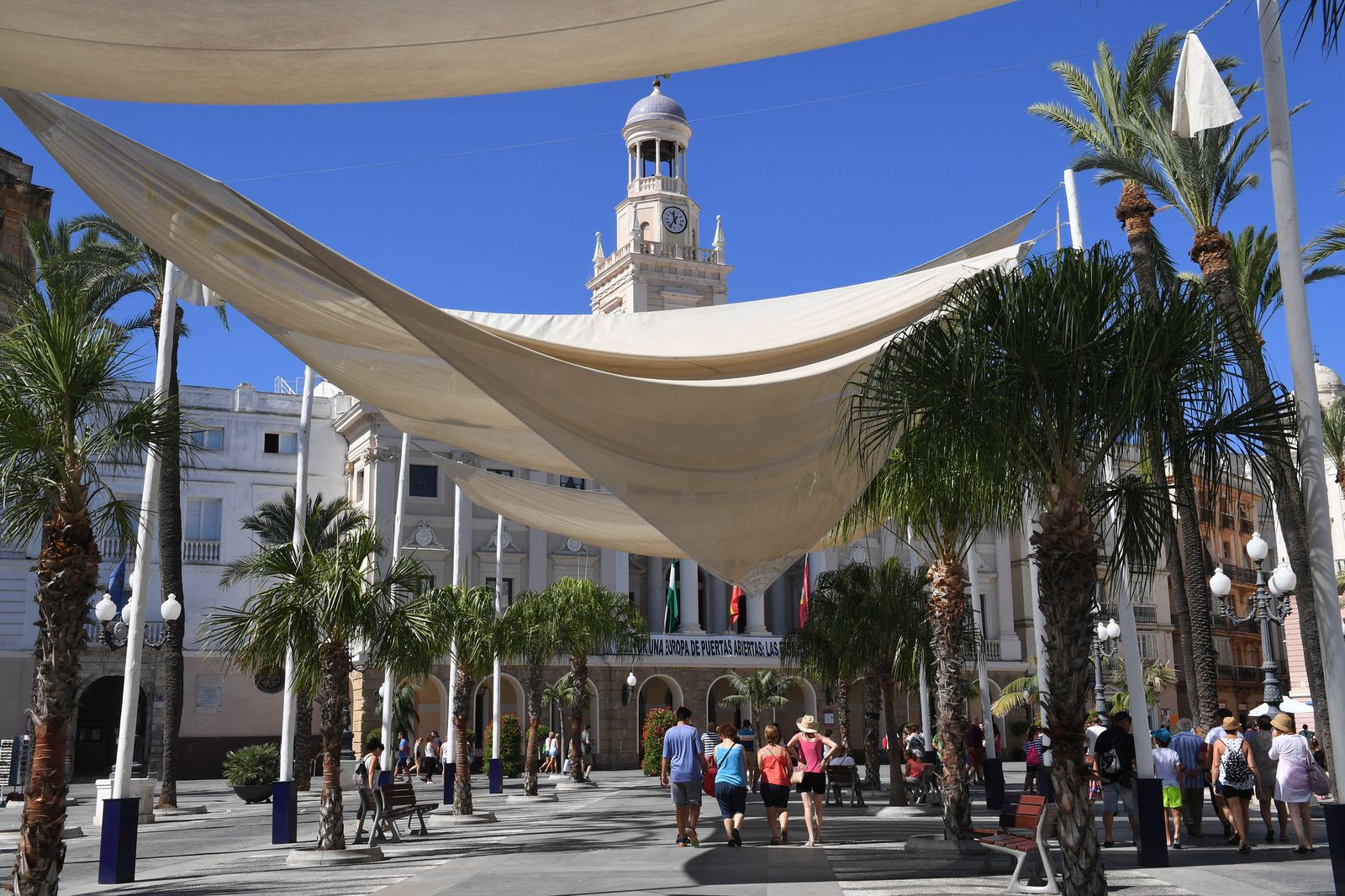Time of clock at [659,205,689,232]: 11:36
